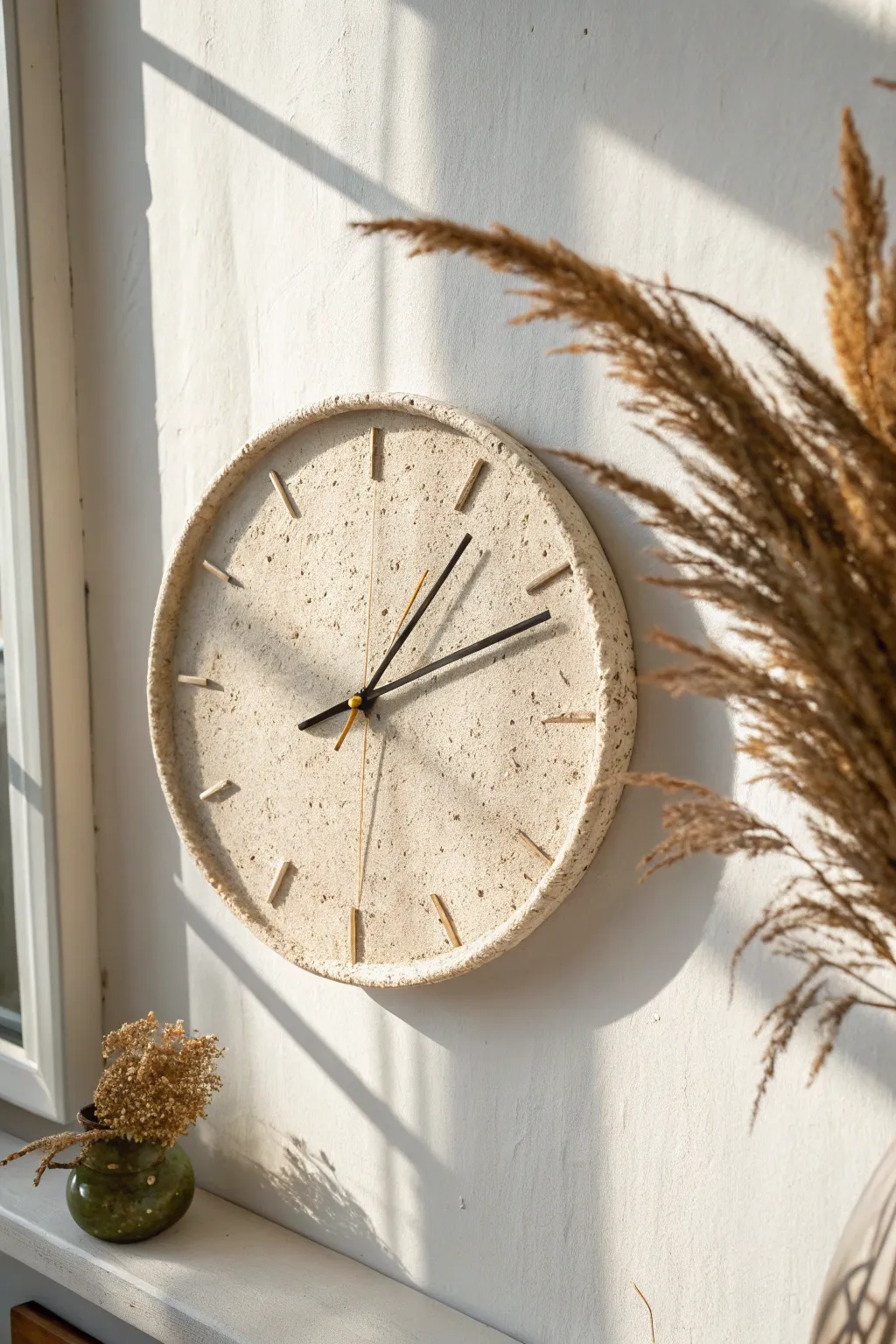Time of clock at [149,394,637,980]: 1:11
